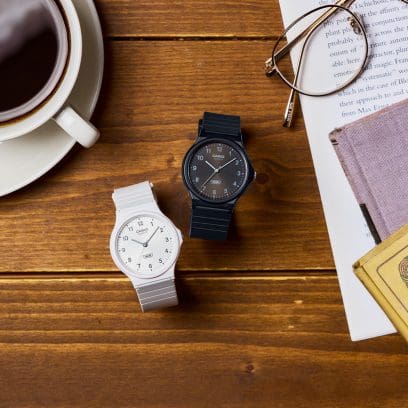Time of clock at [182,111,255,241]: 10:08
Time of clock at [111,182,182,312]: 10:08
